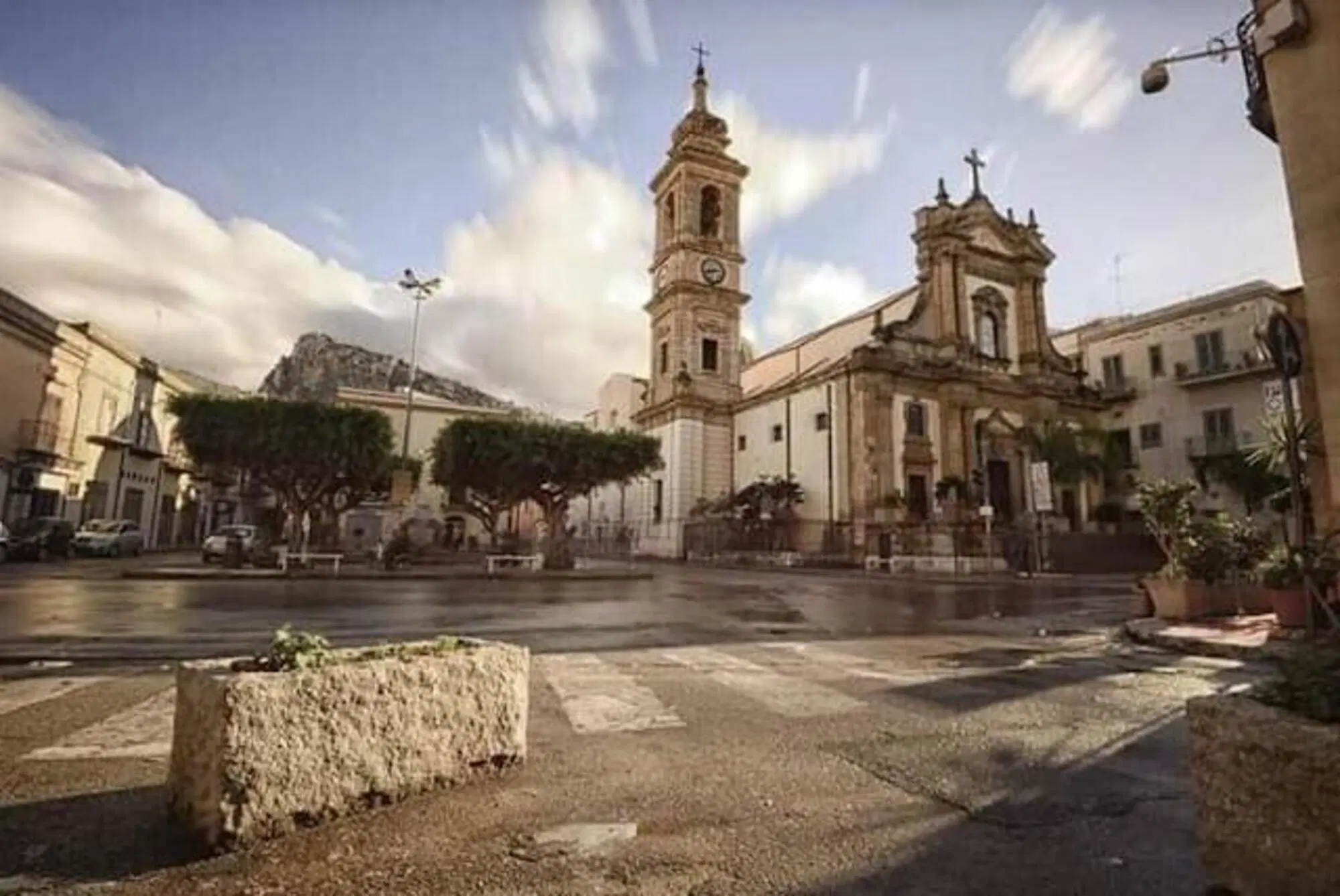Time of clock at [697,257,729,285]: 2:42
